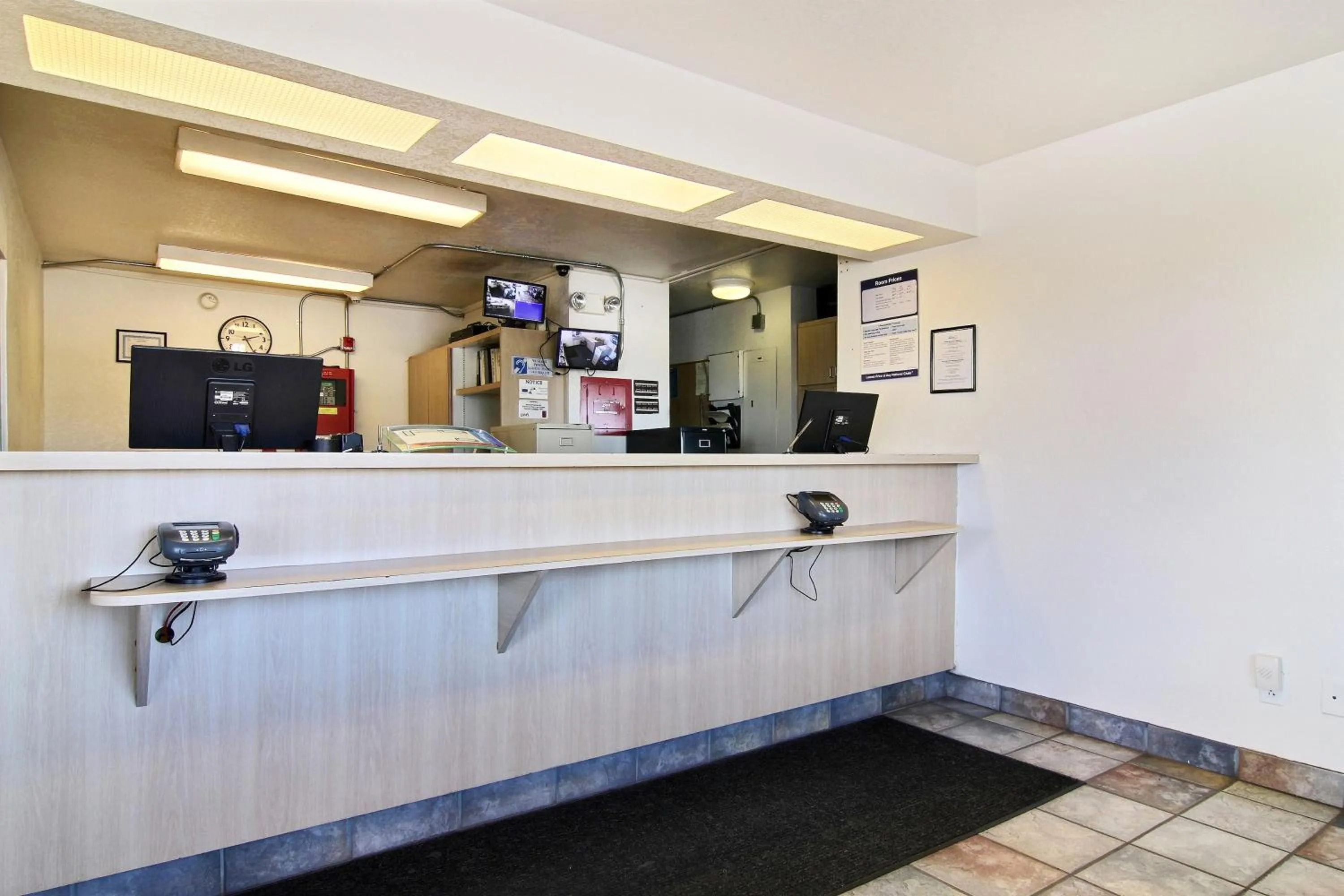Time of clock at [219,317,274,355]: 2:25
